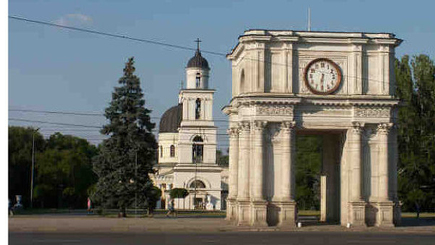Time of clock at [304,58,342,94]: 6:30
